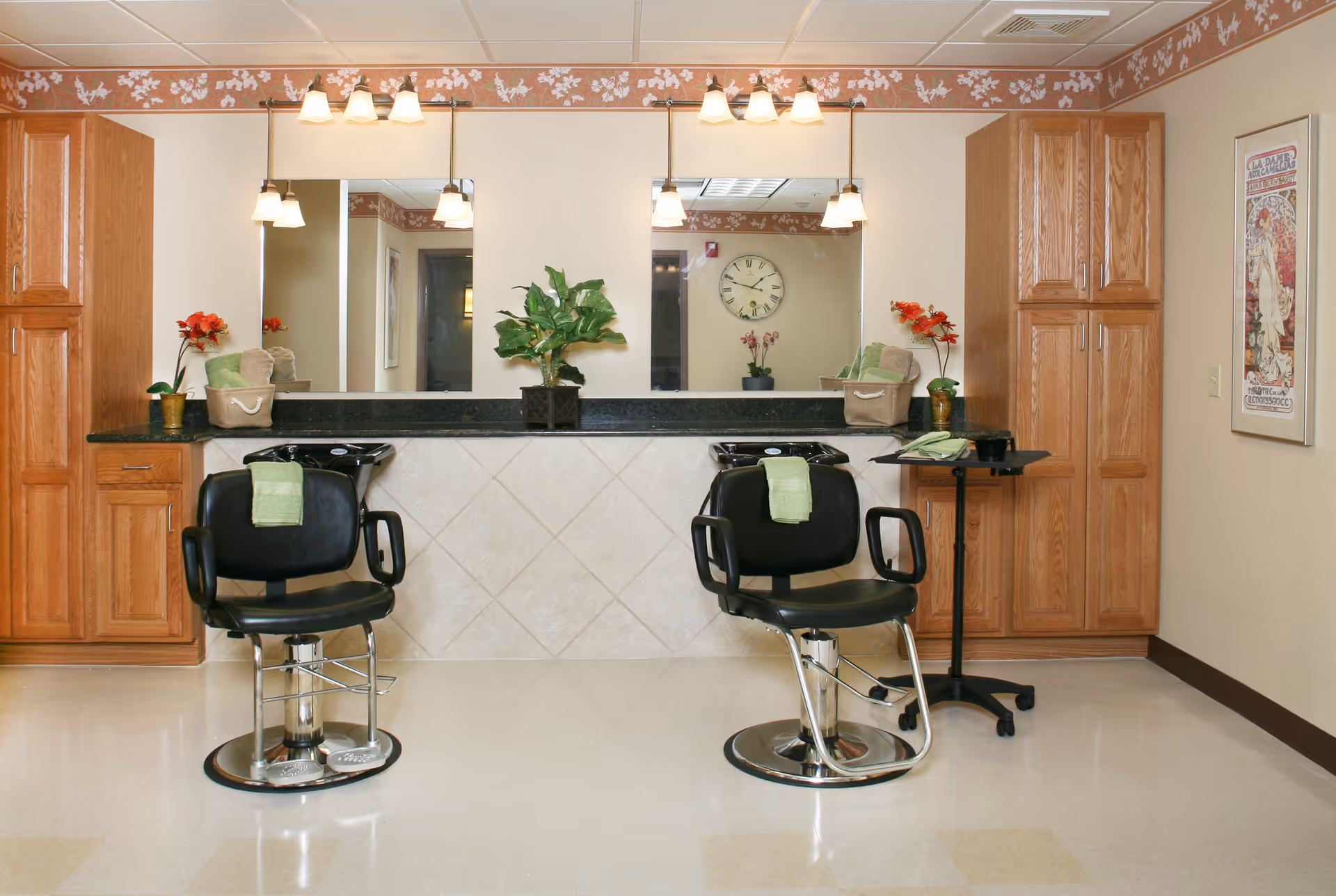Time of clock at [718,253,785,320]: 1:48
